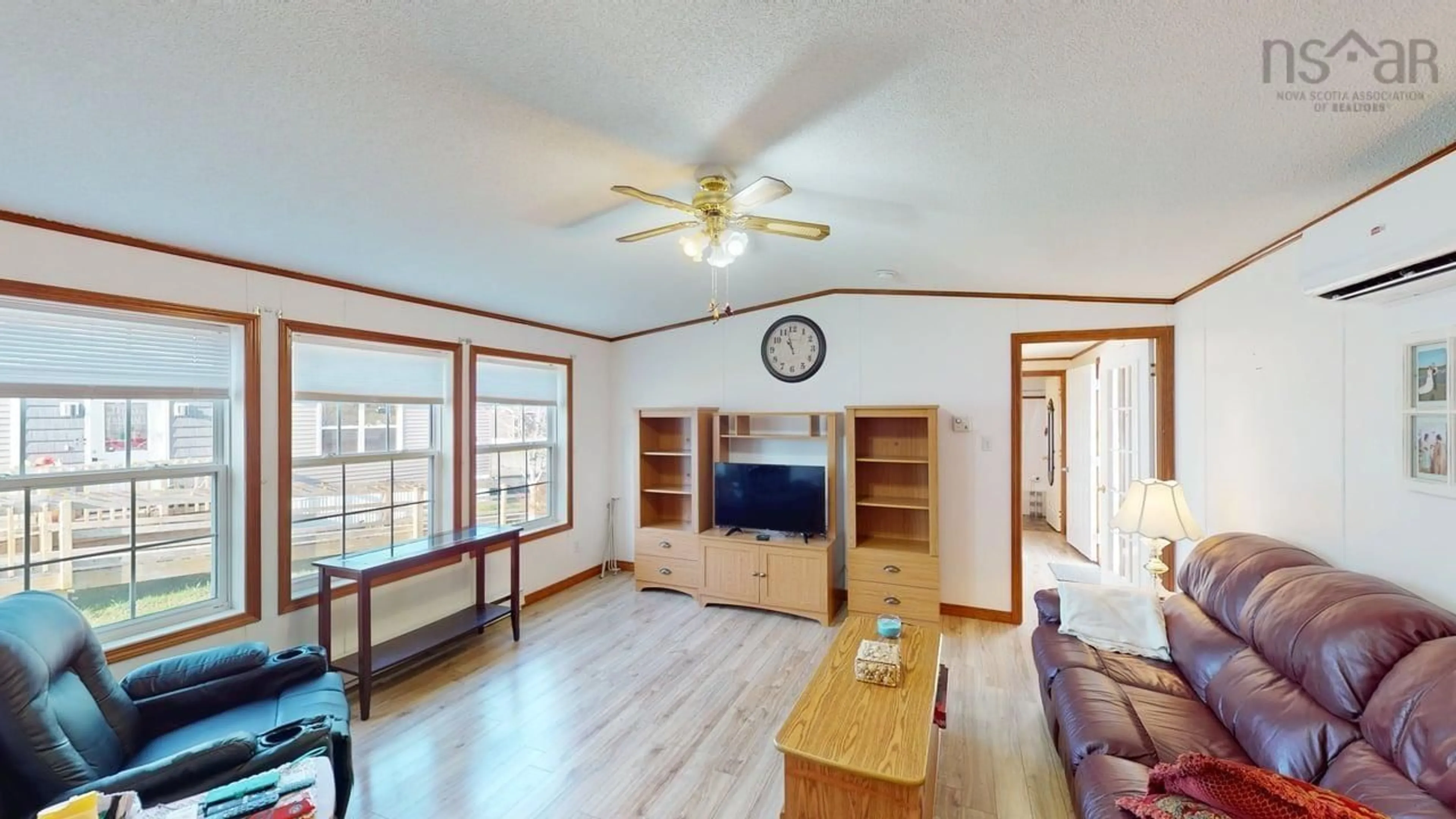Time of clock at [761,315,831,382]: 10:57
